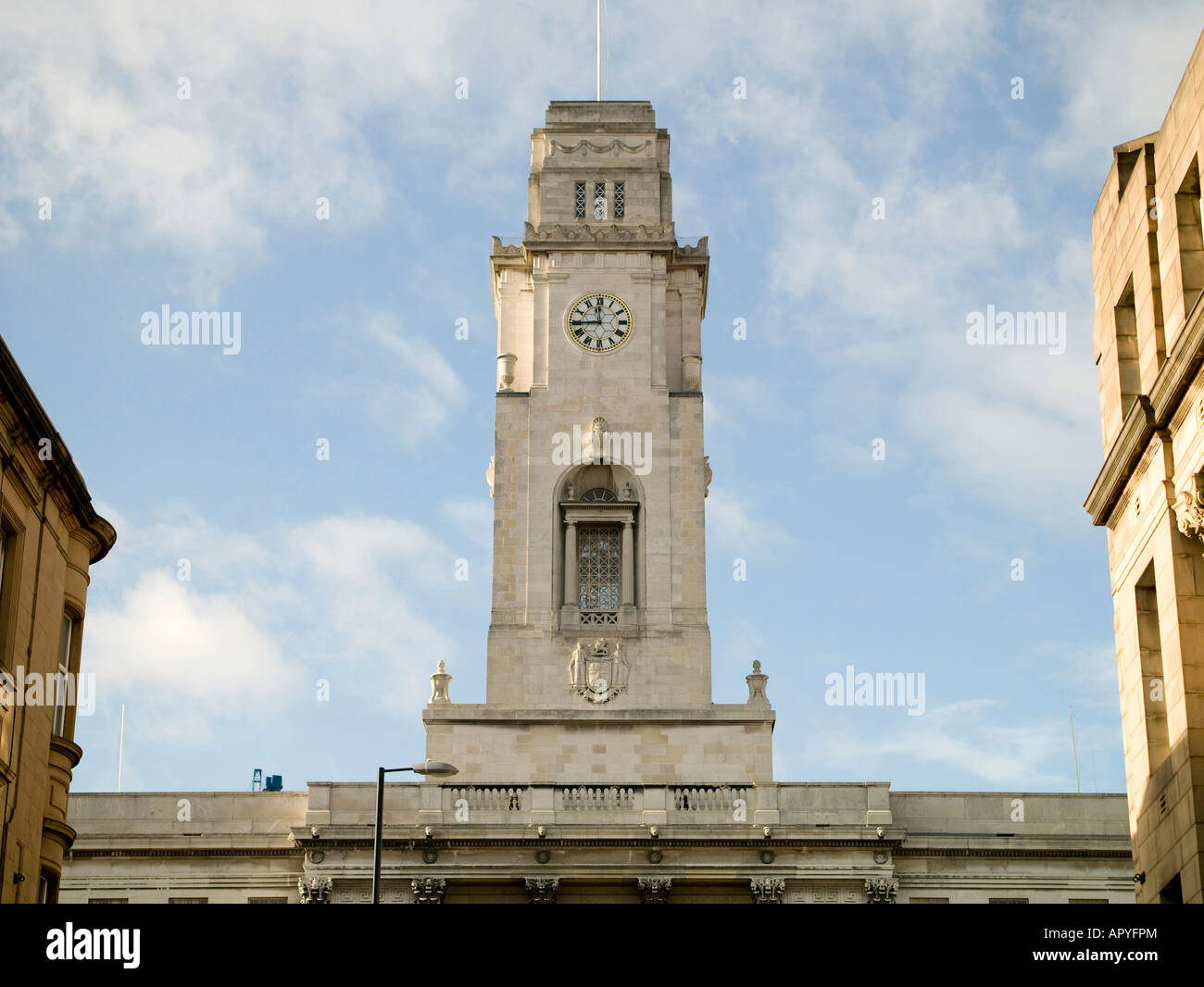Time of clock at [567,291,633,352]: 11:44
